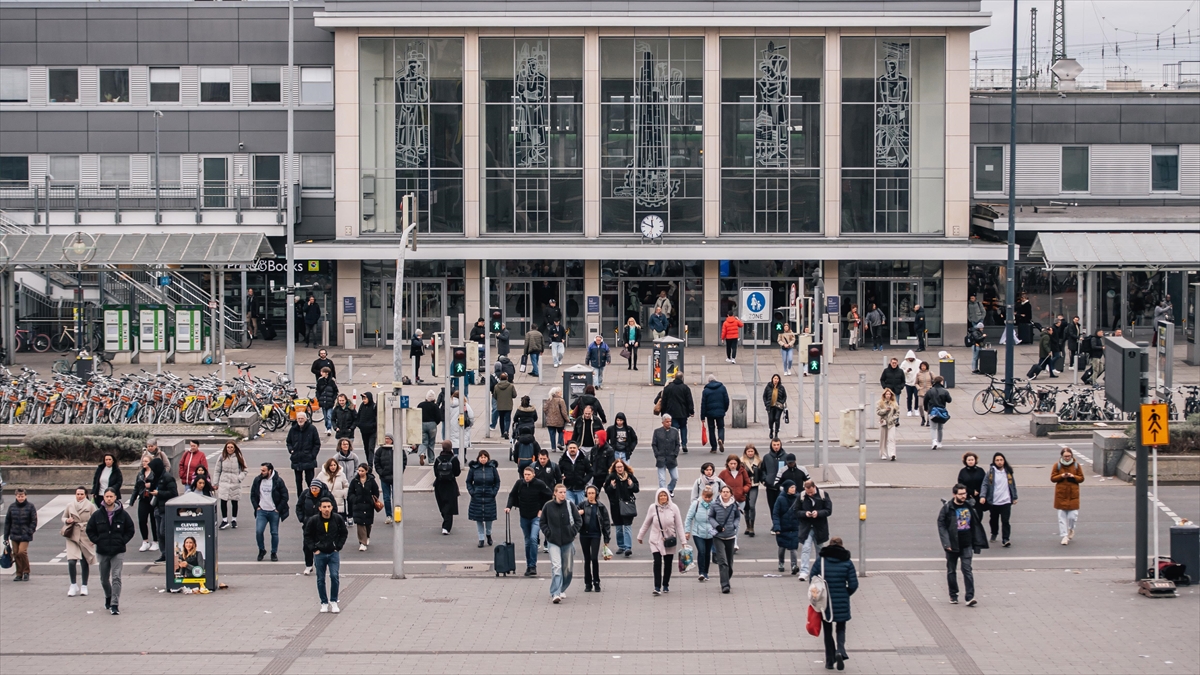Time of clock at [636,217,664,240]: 11:48
